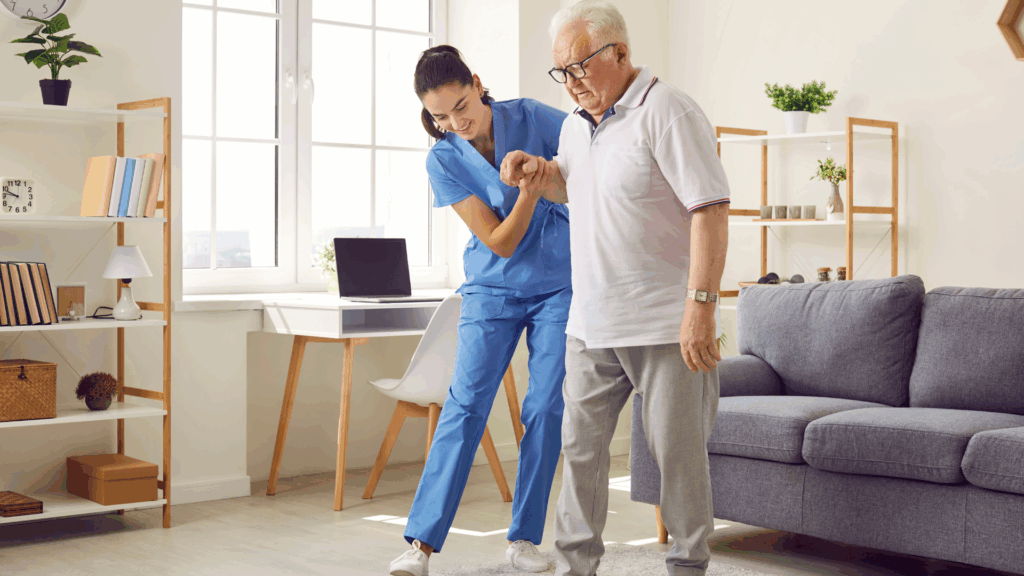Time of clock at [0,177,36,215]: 9:46
